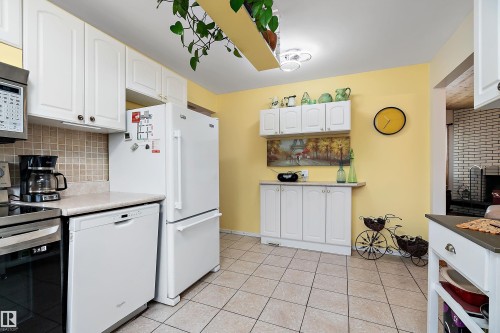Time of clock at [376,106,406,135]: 10:35
